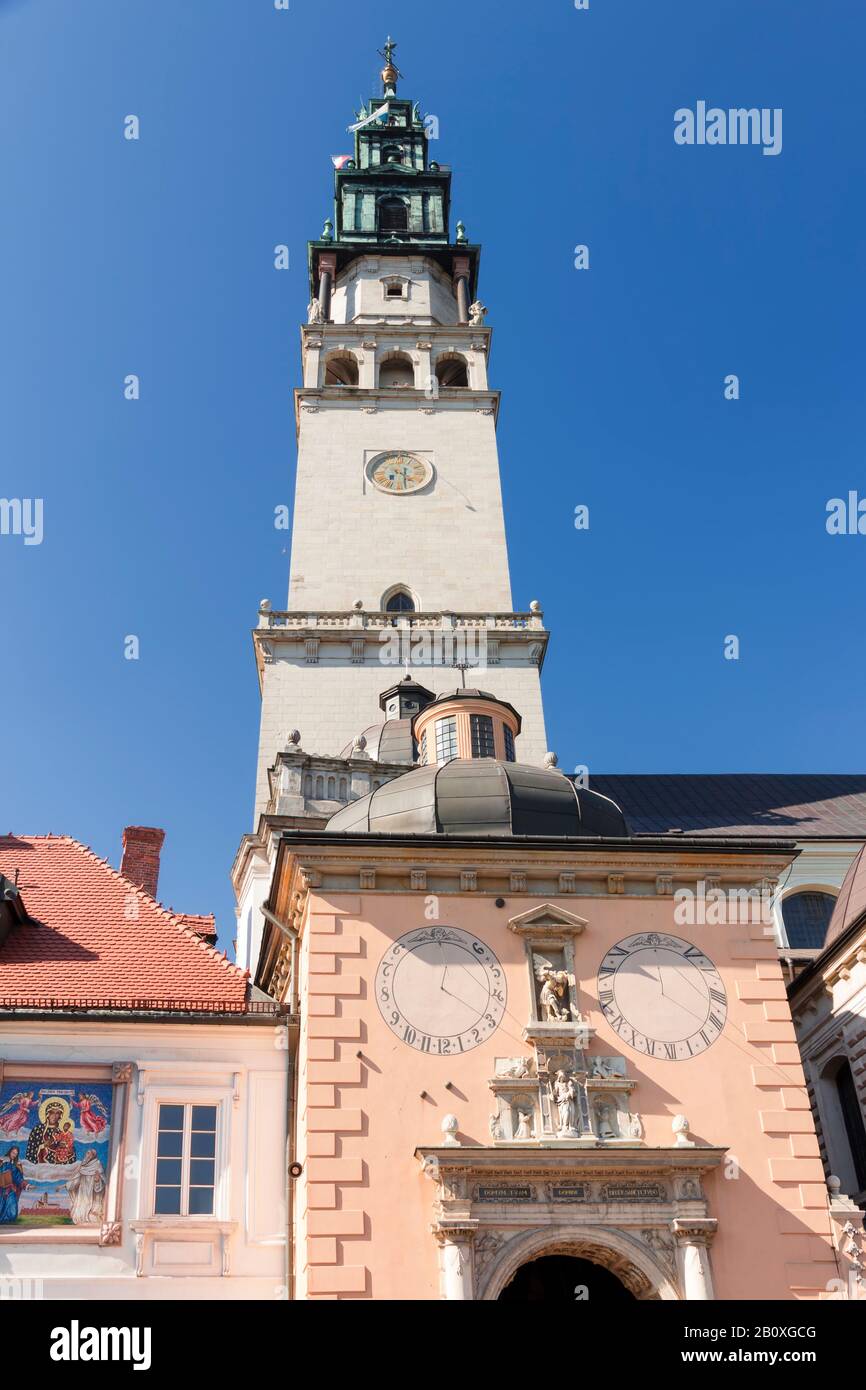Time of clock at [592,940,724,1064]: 9:45
